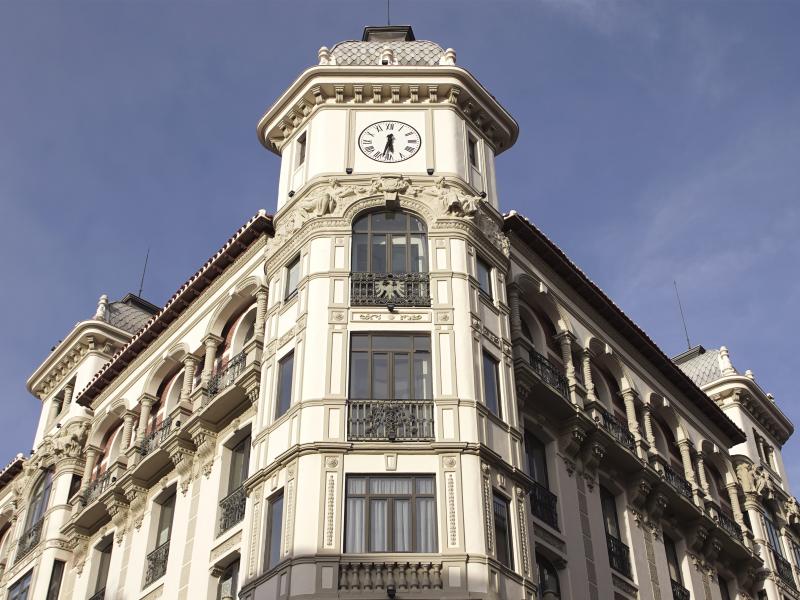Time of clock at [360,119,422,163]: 5:32
